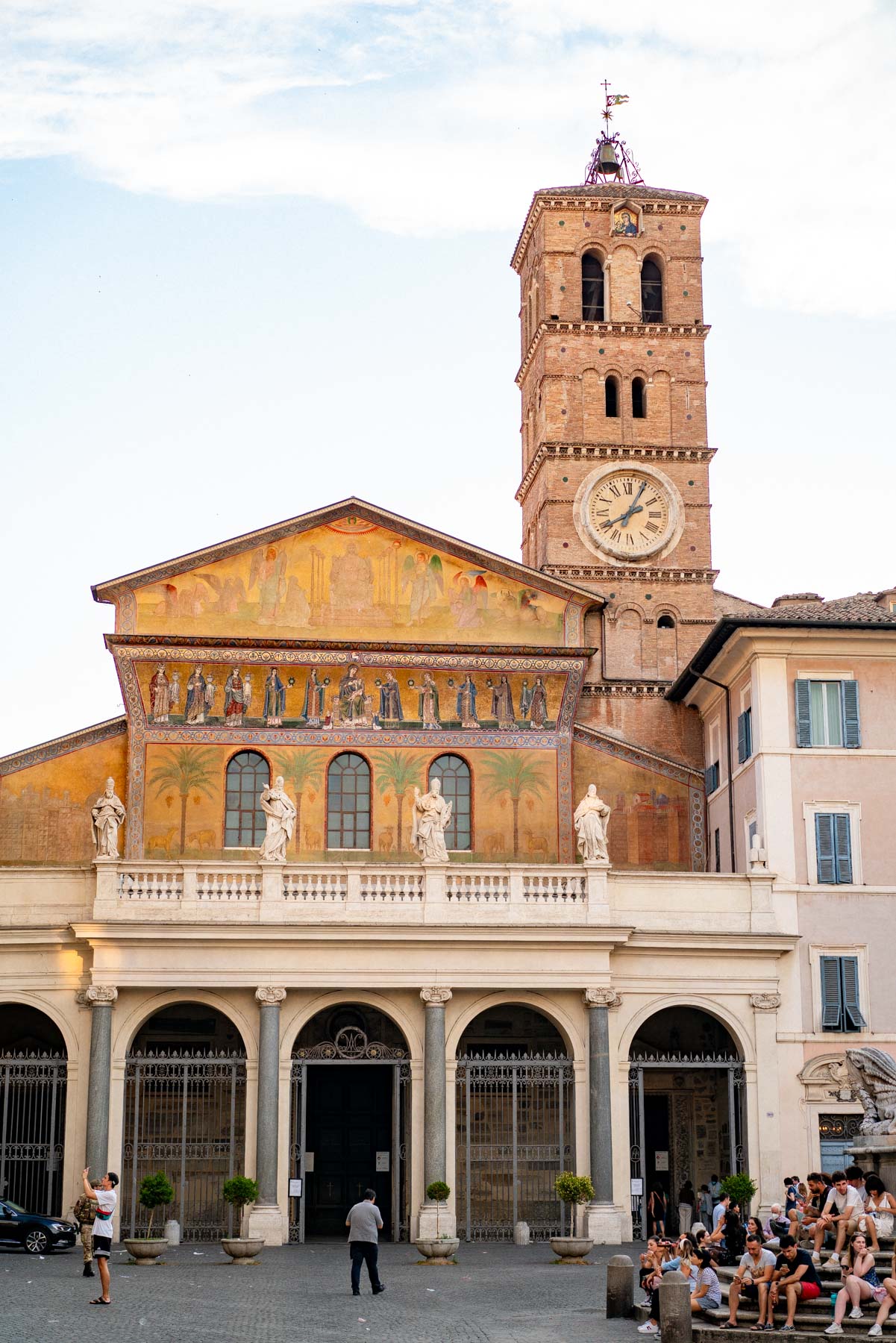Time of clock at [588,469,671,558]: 2:04
